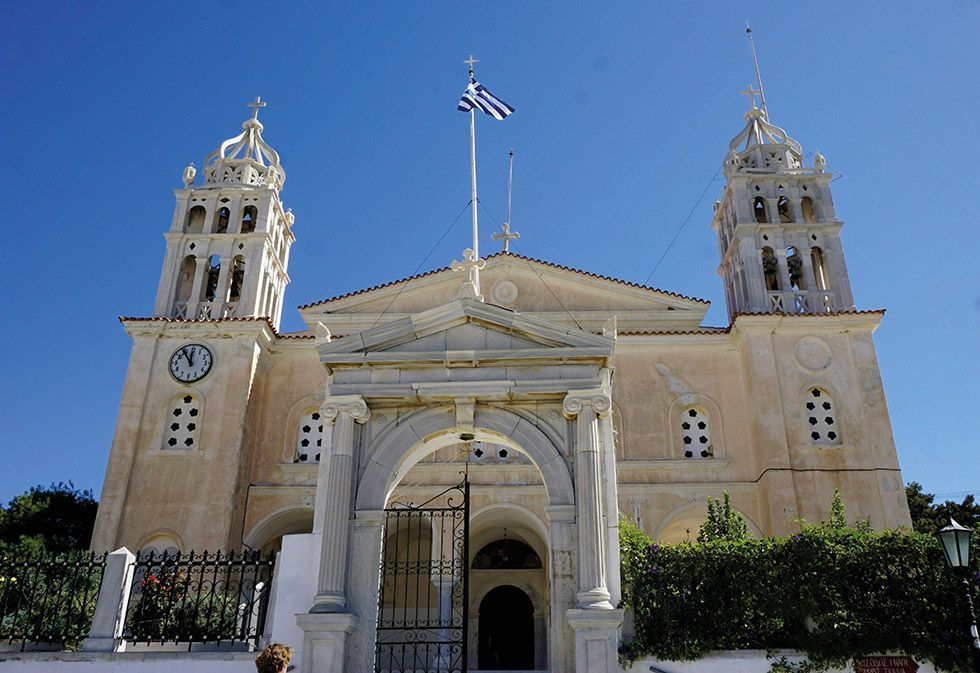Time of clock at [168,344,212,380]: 11:54
